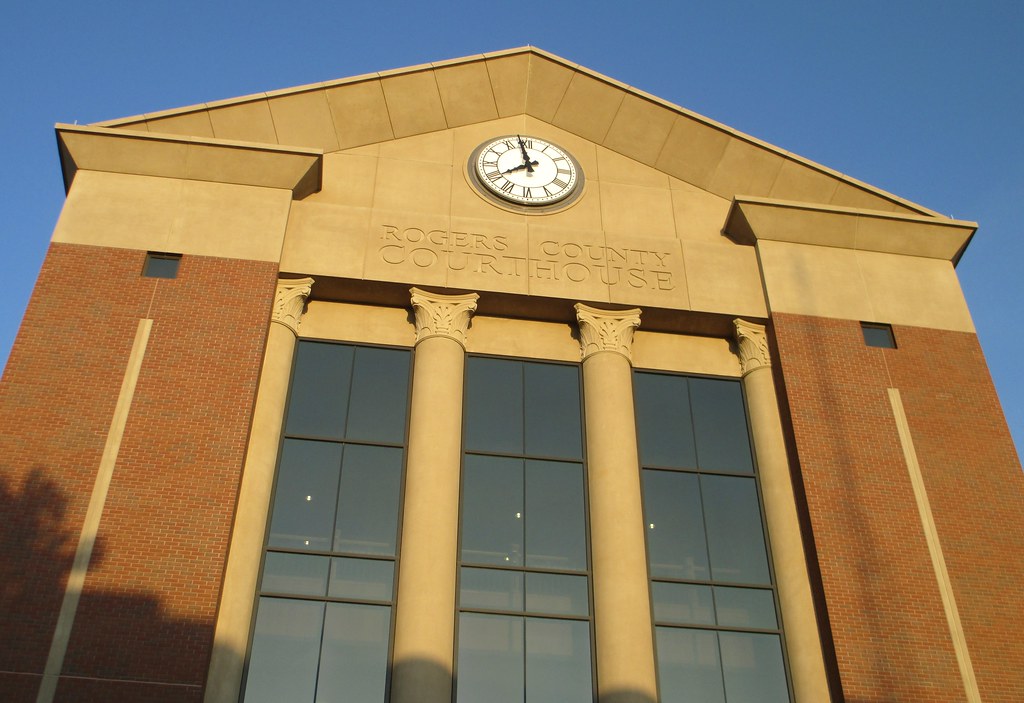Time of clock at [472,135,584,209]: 7:58
